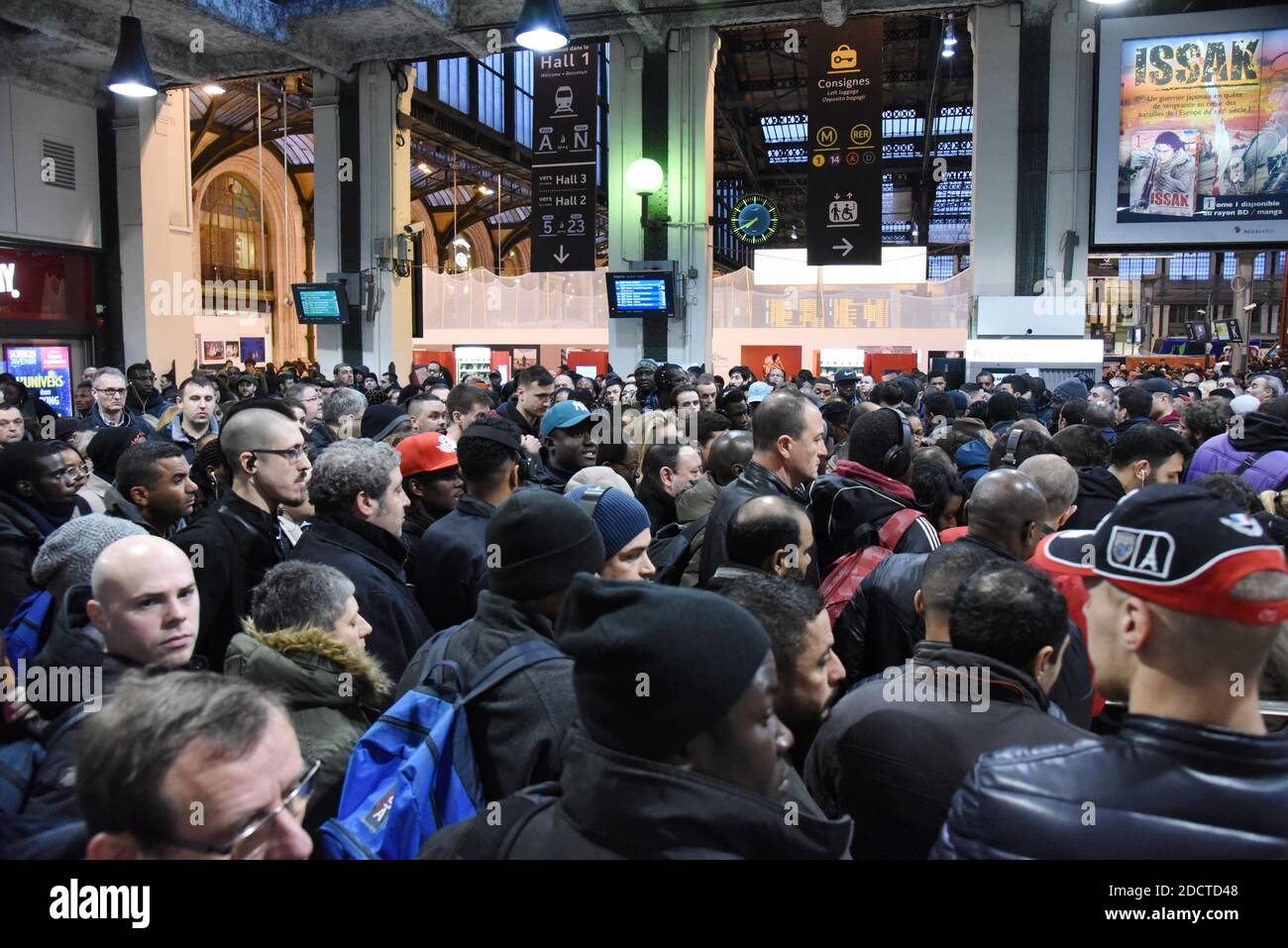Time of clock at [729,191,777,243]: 7:40
